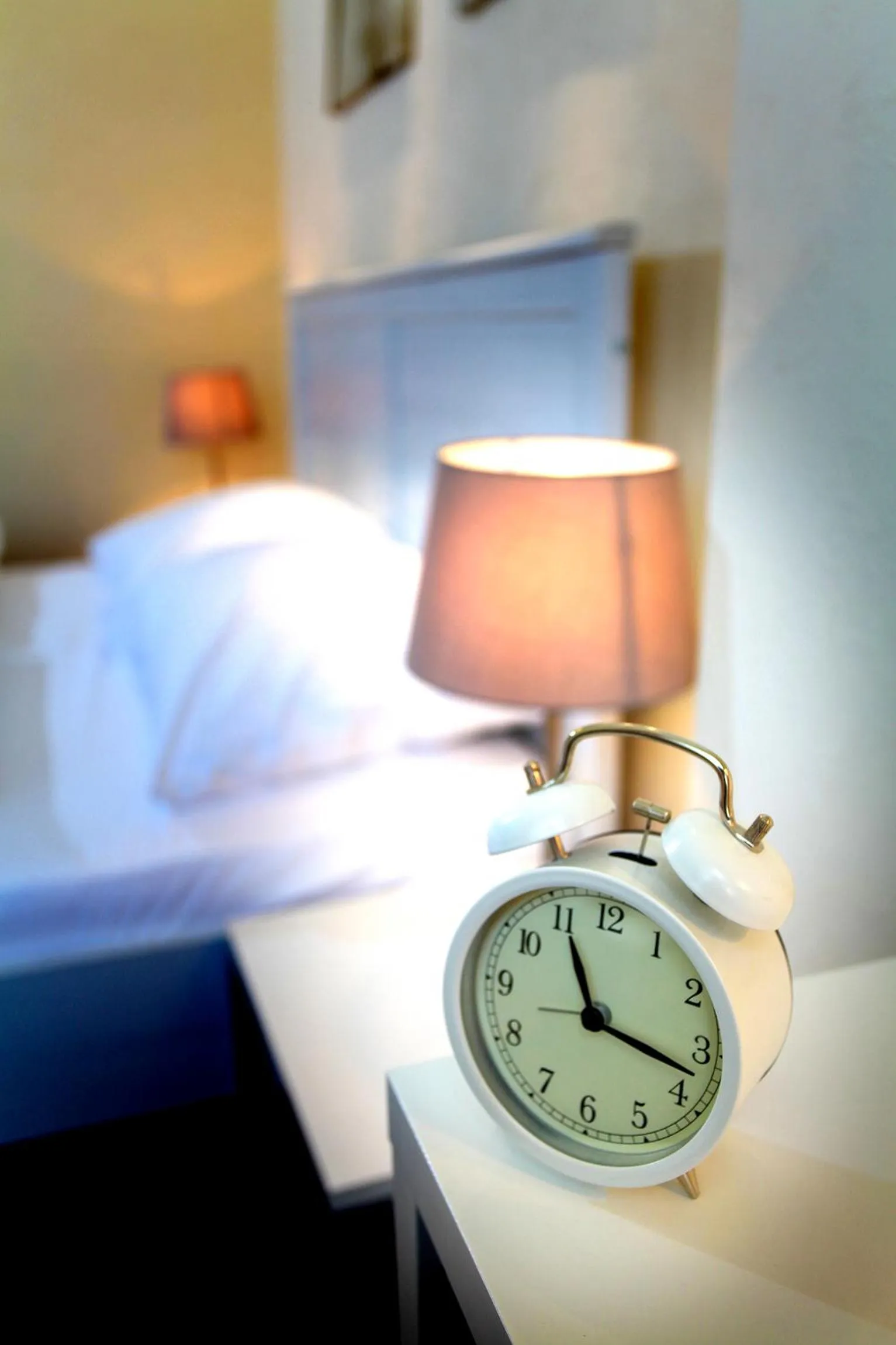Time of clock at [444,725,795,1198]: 11:17
